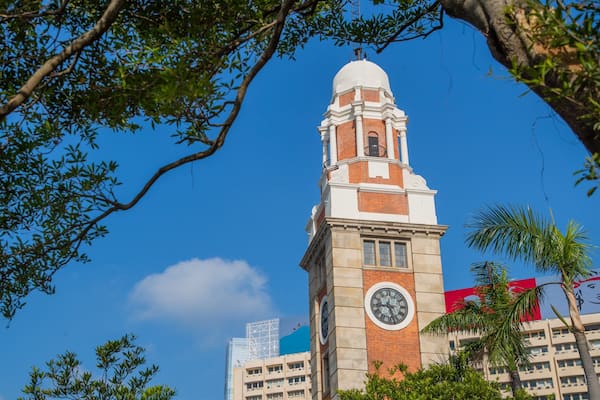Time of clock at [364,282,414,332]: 8:27
